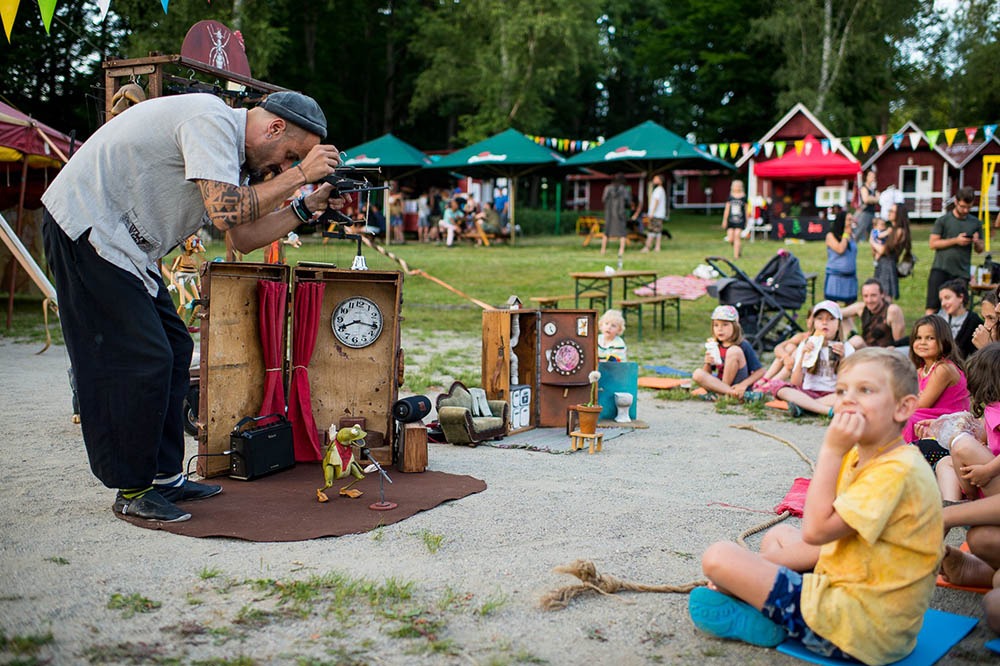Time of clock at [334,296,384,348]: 8:15
